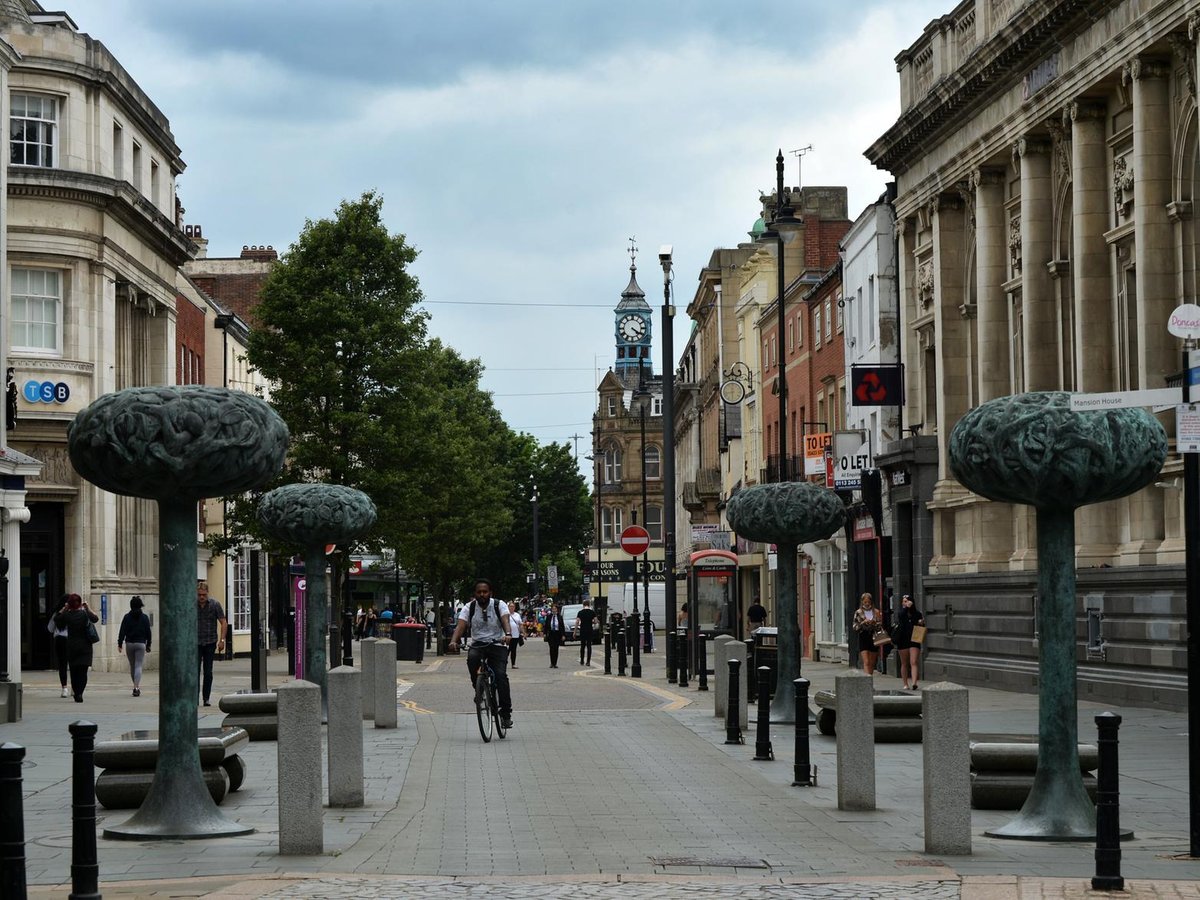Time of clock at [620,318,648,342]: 4:20
